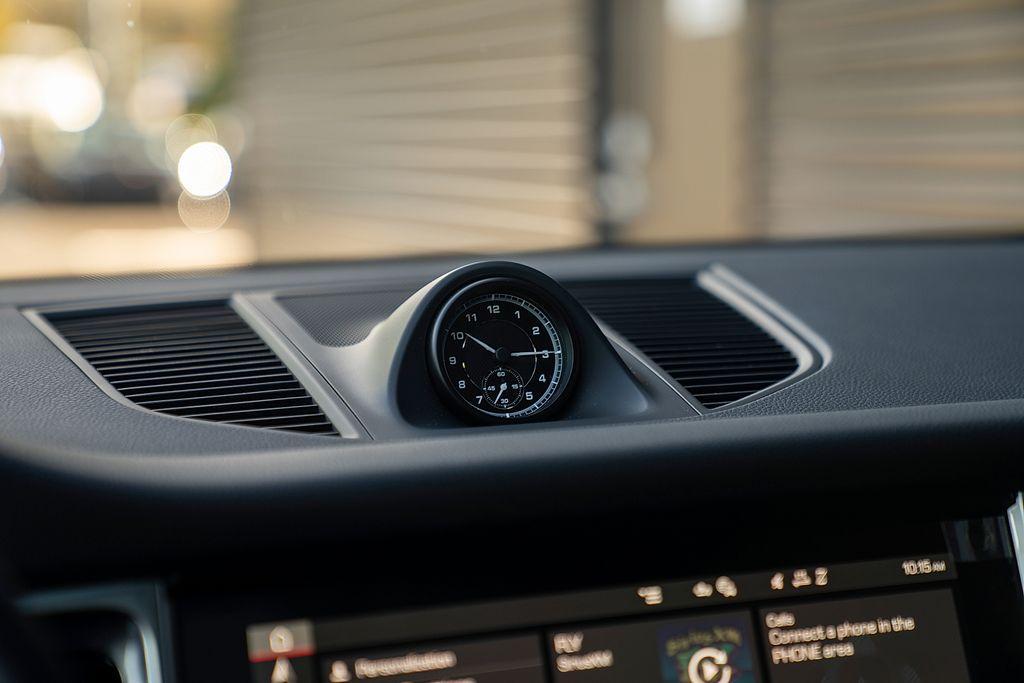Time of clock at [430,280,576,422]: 10:15
